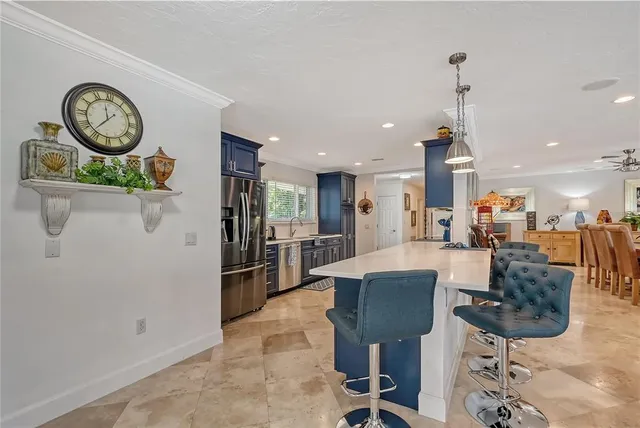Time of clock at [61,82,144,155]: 11:36
